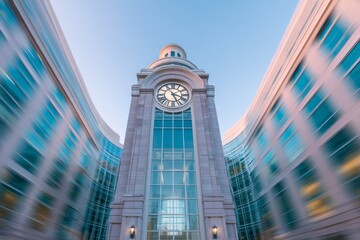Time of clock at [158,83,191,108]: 5:18
